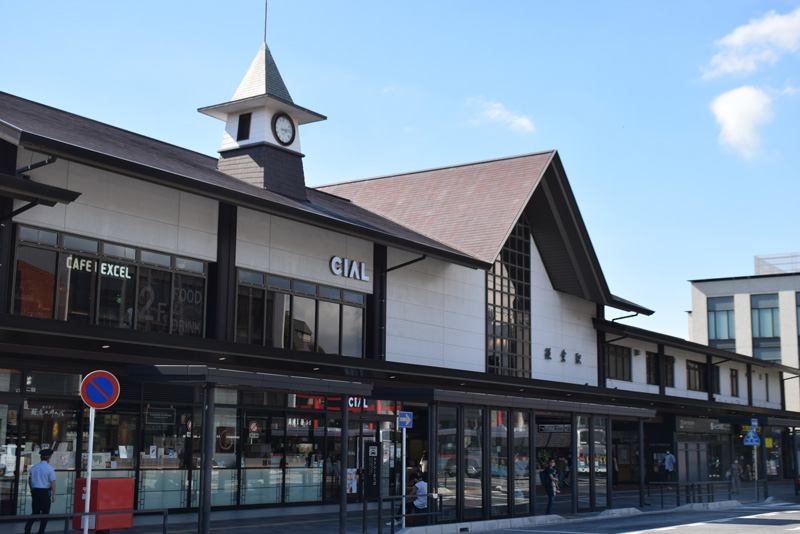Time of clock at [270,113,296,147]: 3:13
